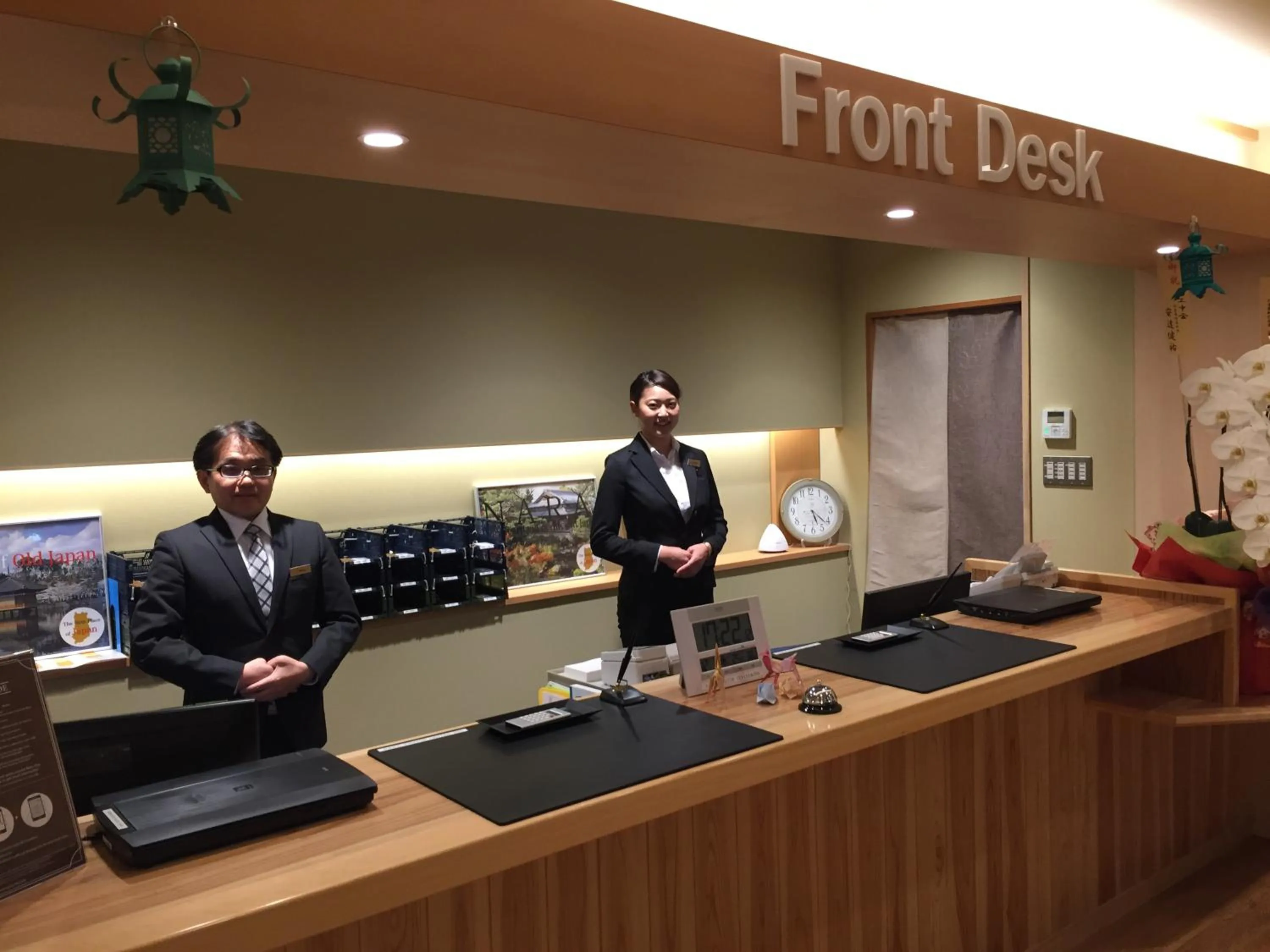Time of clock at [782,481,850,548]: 5:21
